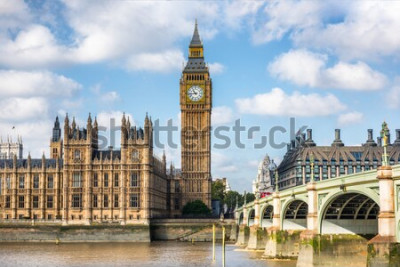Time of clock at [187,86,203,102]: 10:43
